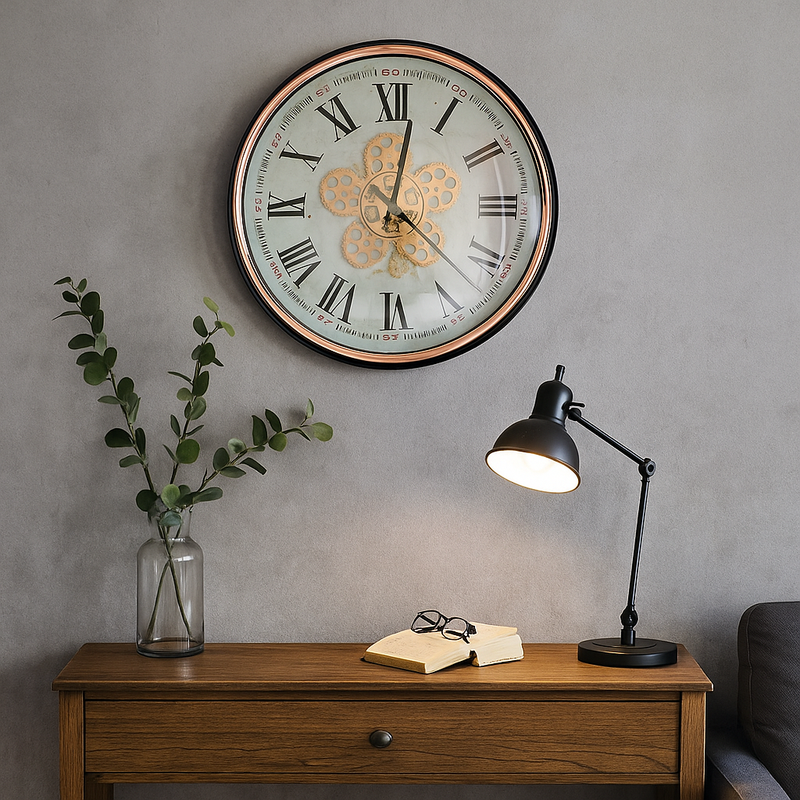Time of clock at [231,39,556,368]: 4:01
